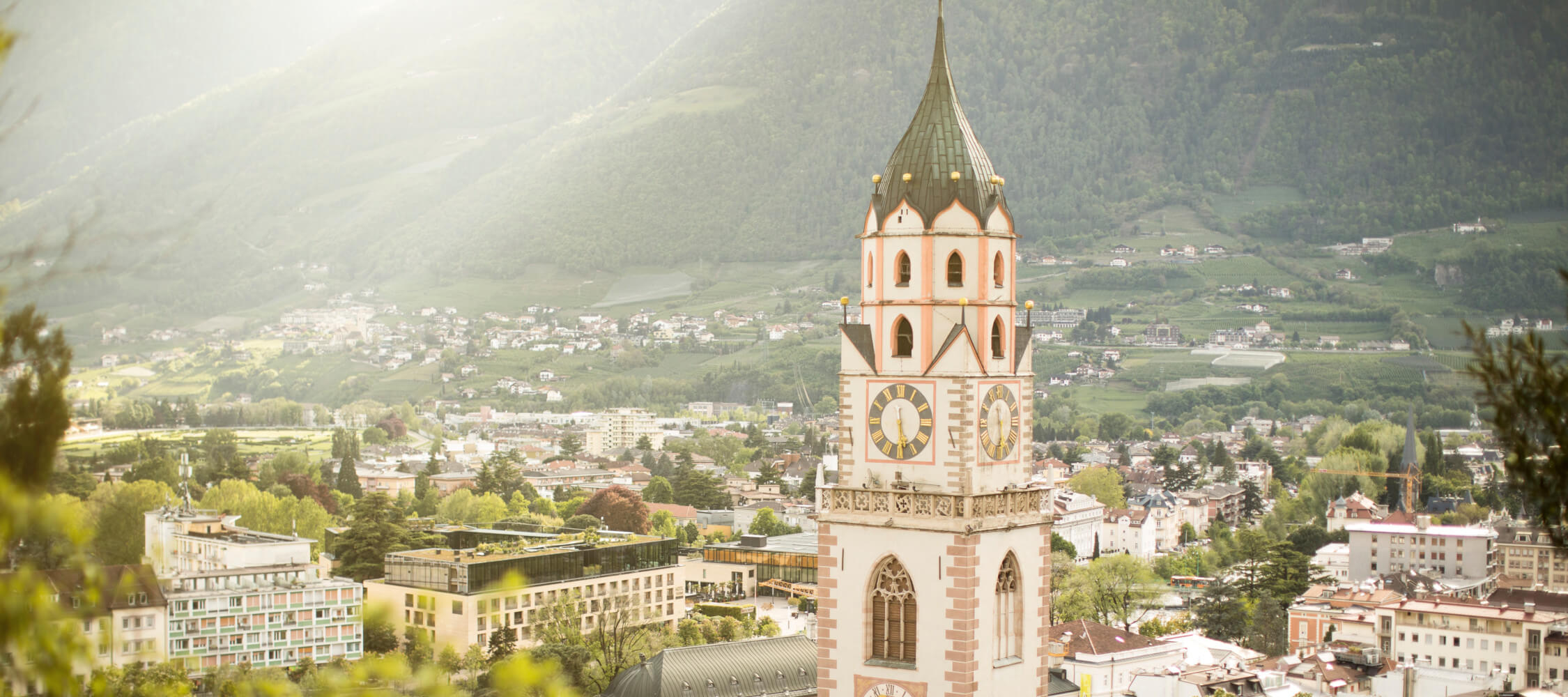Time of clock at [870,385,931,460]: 5:29
